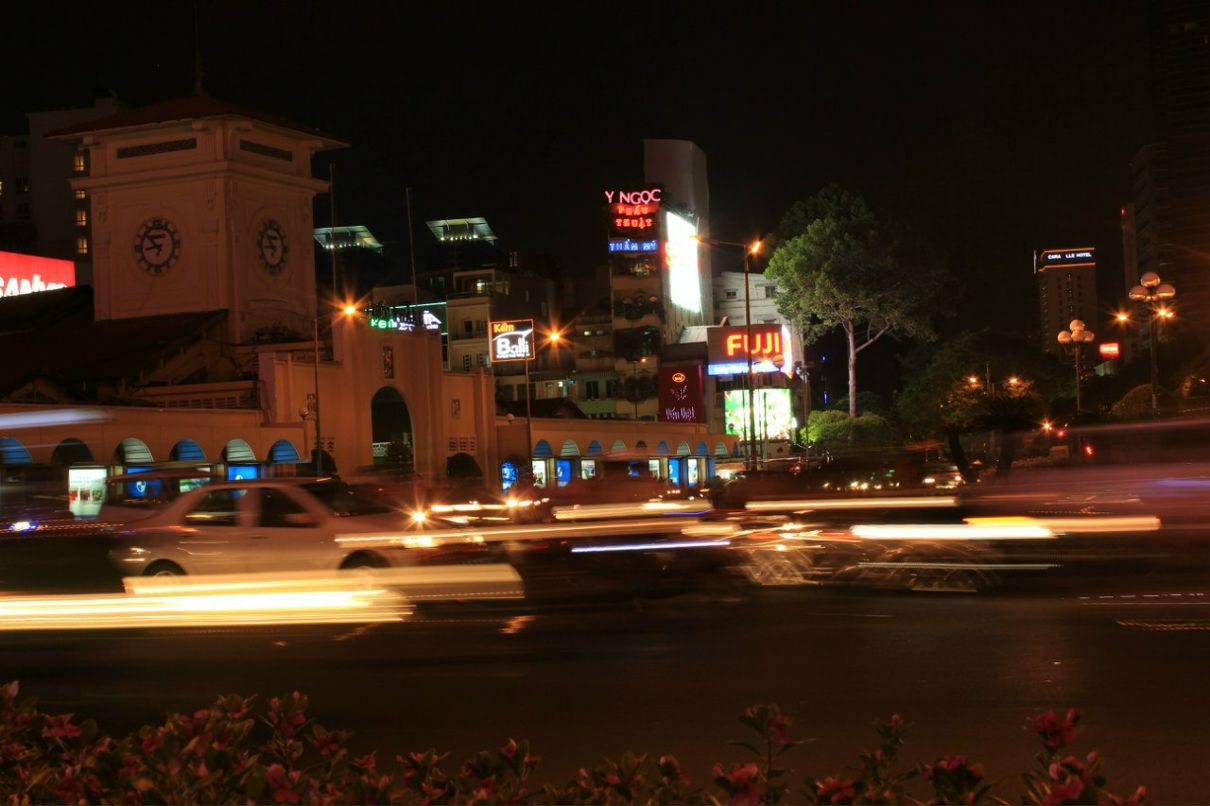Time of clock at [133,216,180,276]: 8:52
